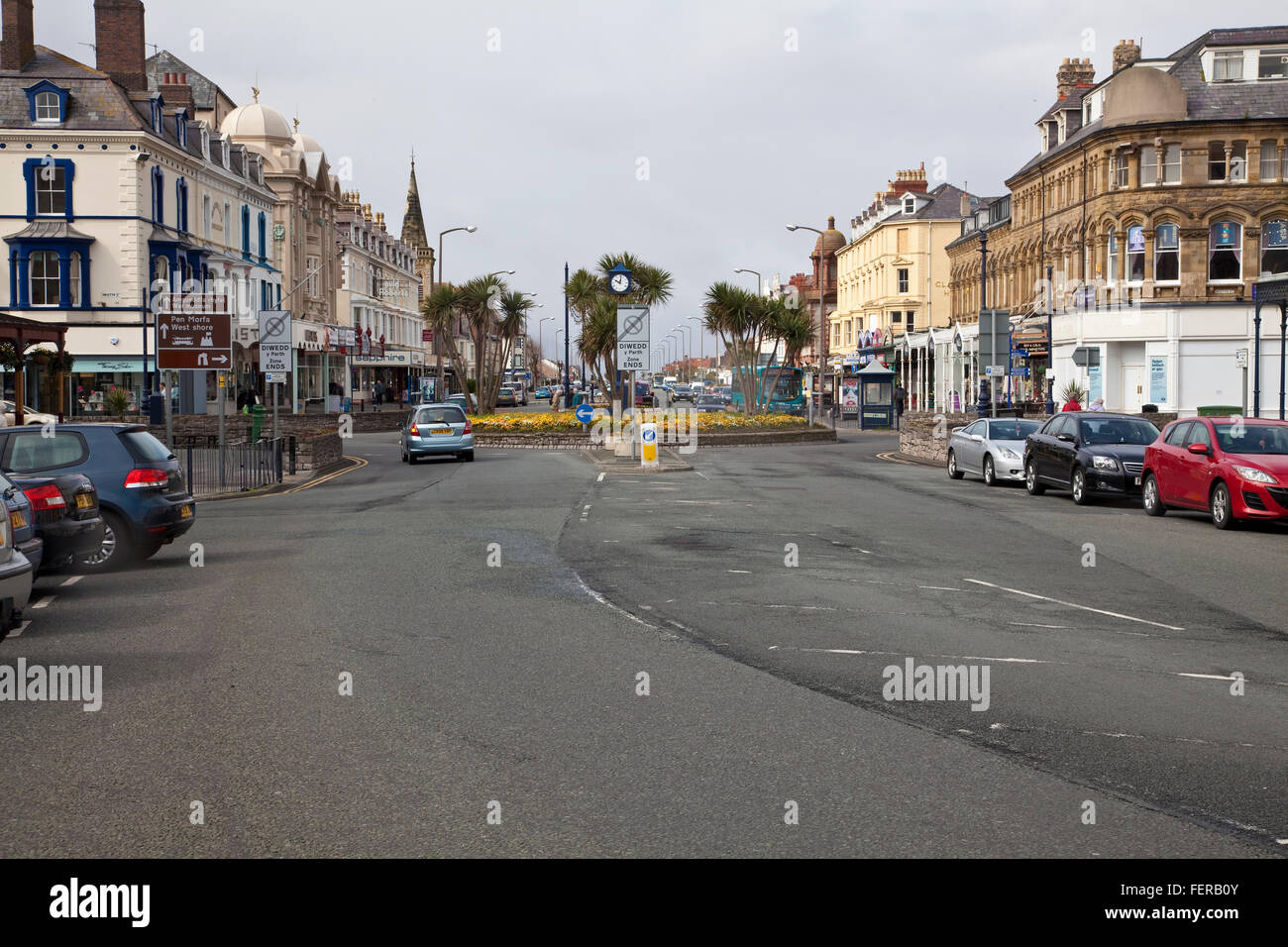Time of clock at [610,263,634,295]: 10:00
